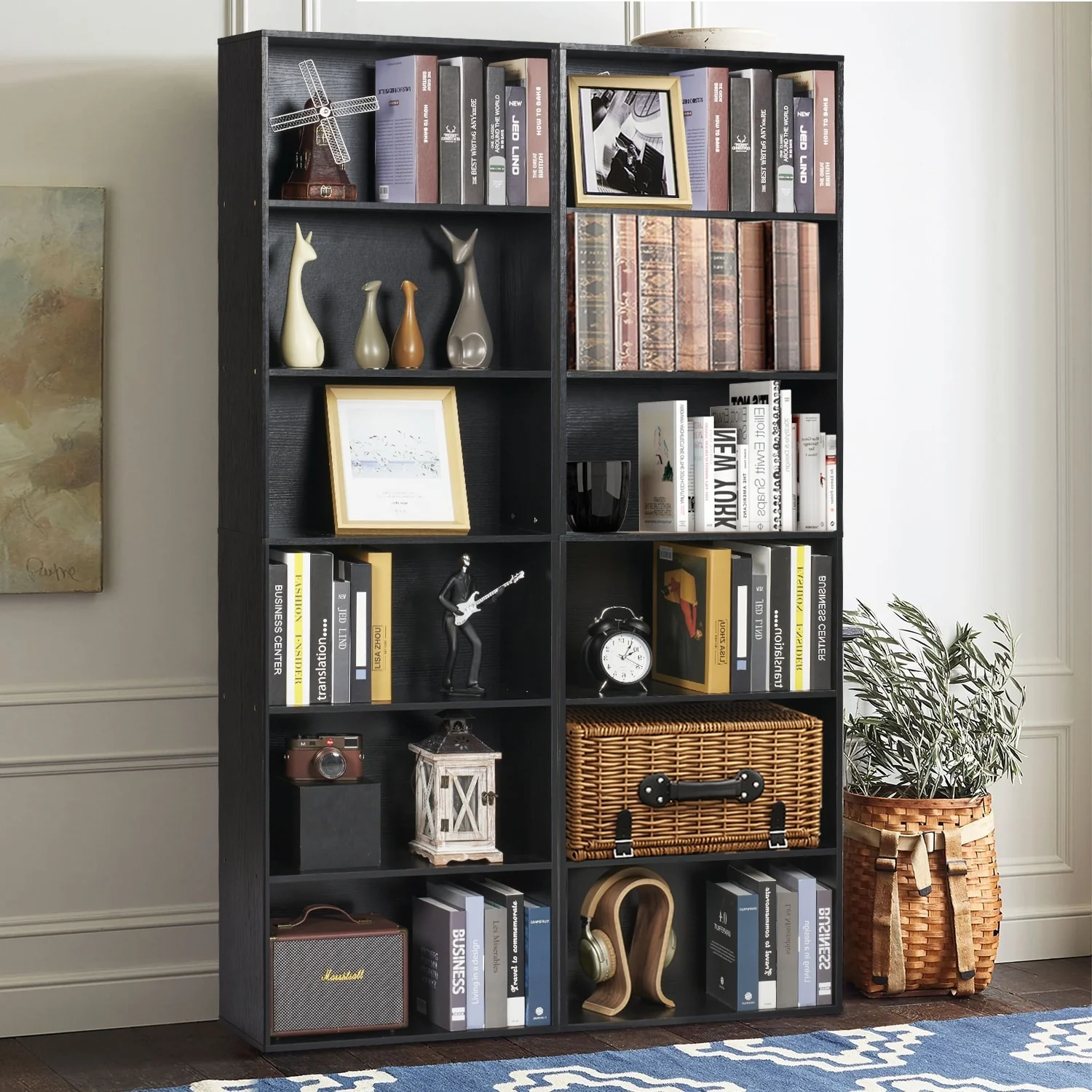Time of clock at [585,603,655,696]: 2:06
